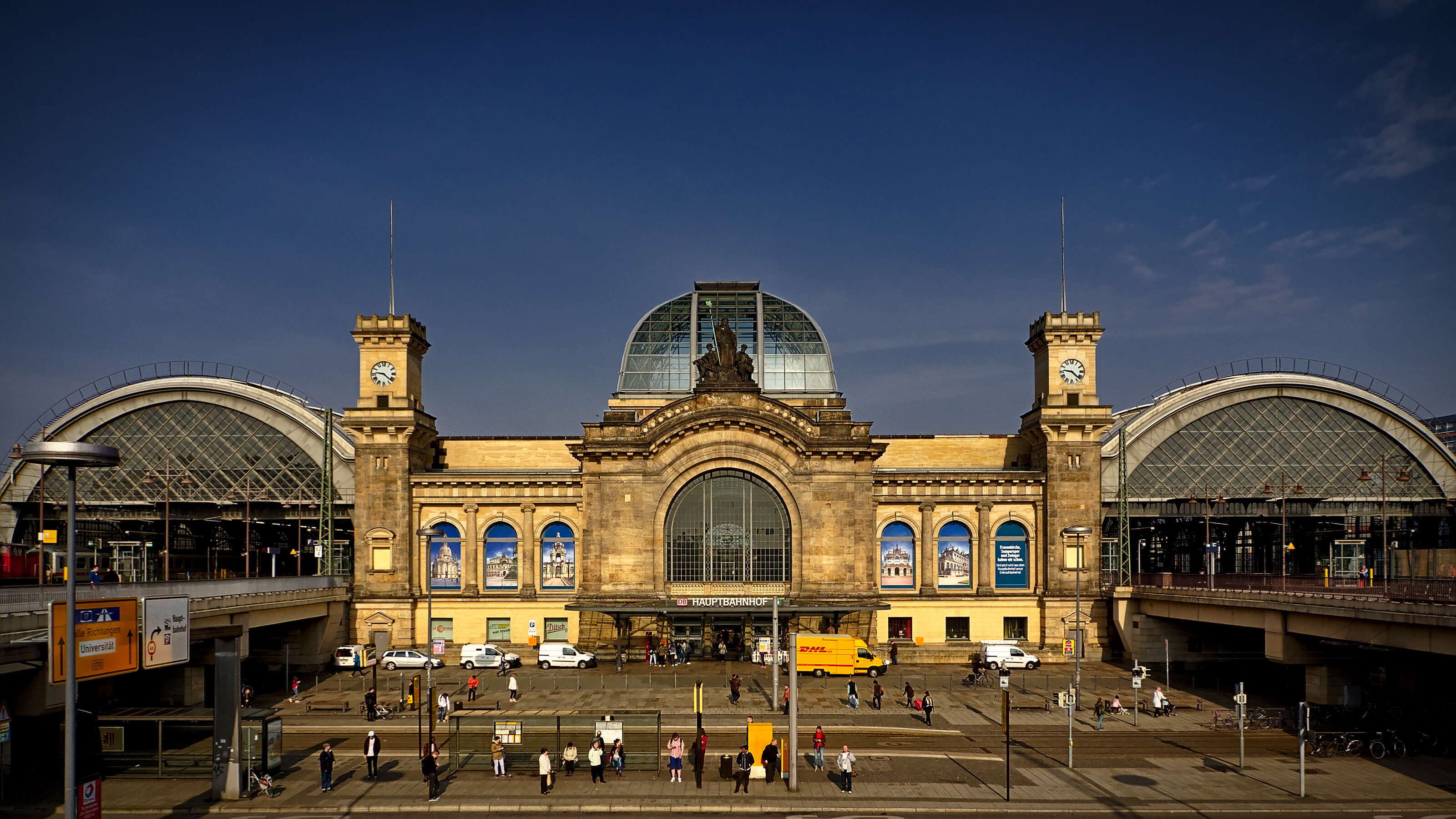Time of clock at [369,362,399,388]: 9:21
